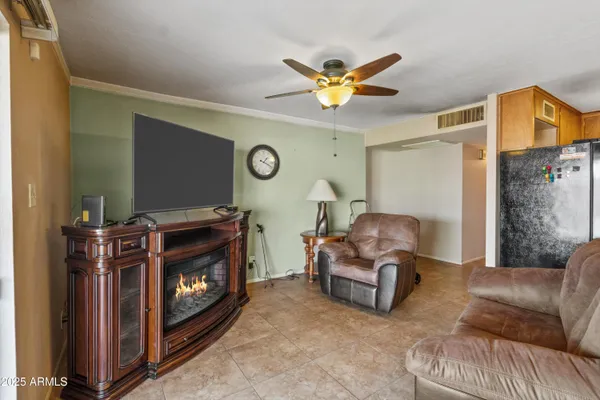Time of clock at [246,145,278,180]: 1:18
